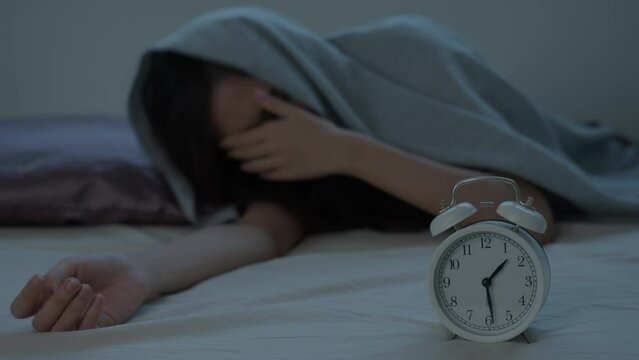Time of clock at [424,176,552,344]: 1:28
